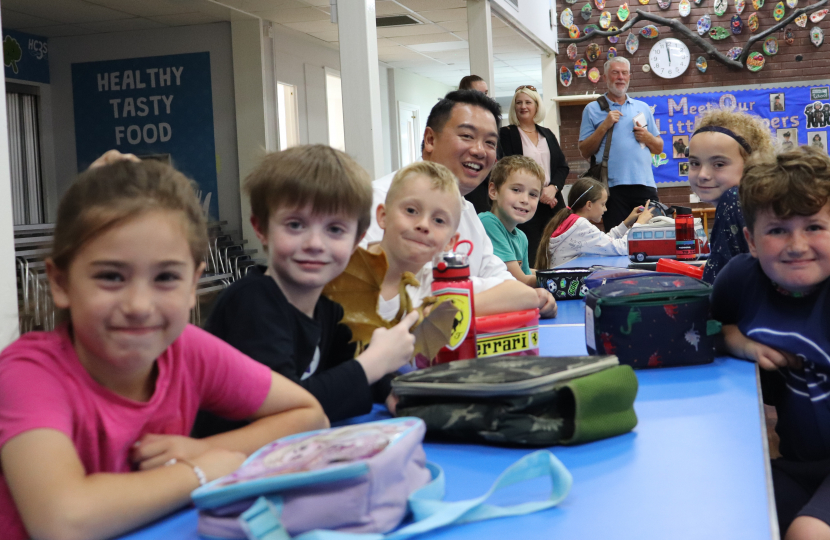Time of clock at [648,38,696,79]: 11:58
